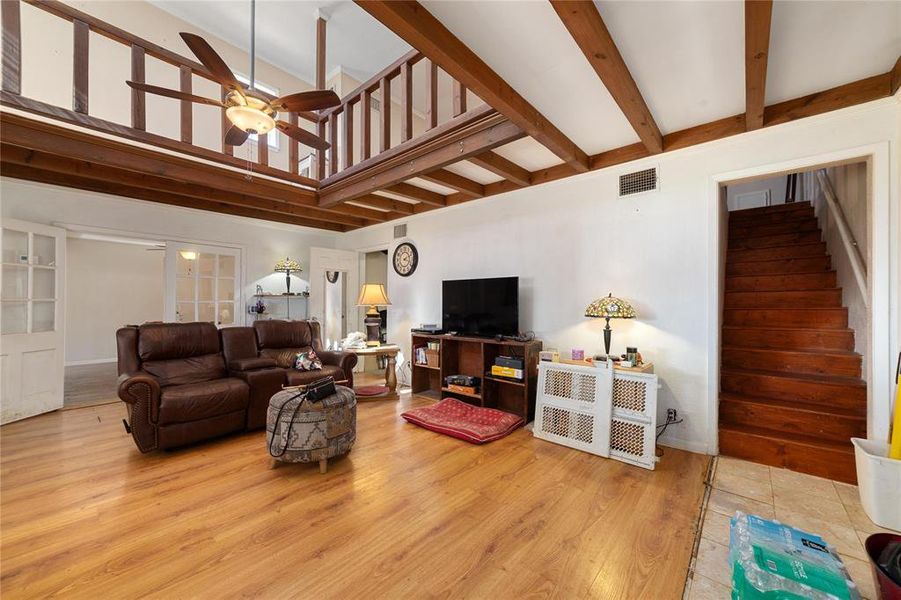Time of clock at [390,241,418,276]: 2:18
